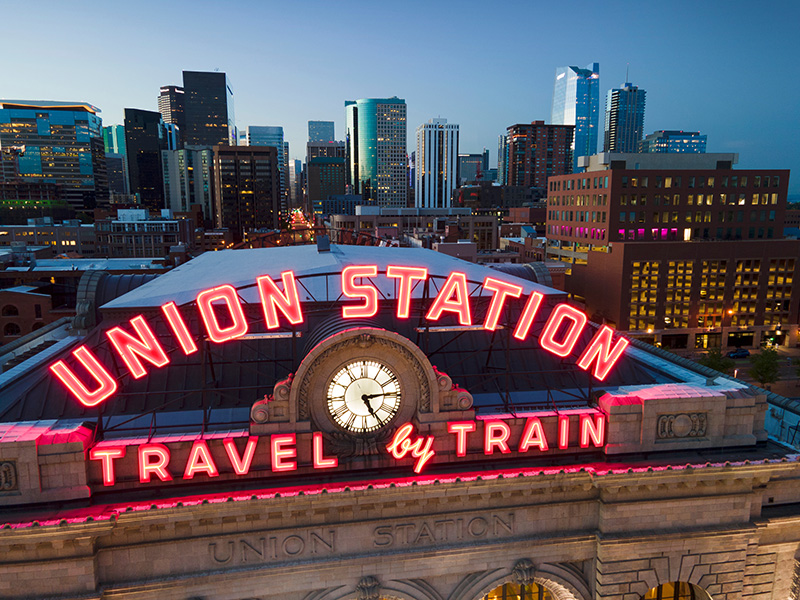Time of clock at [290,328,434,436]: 5:14
